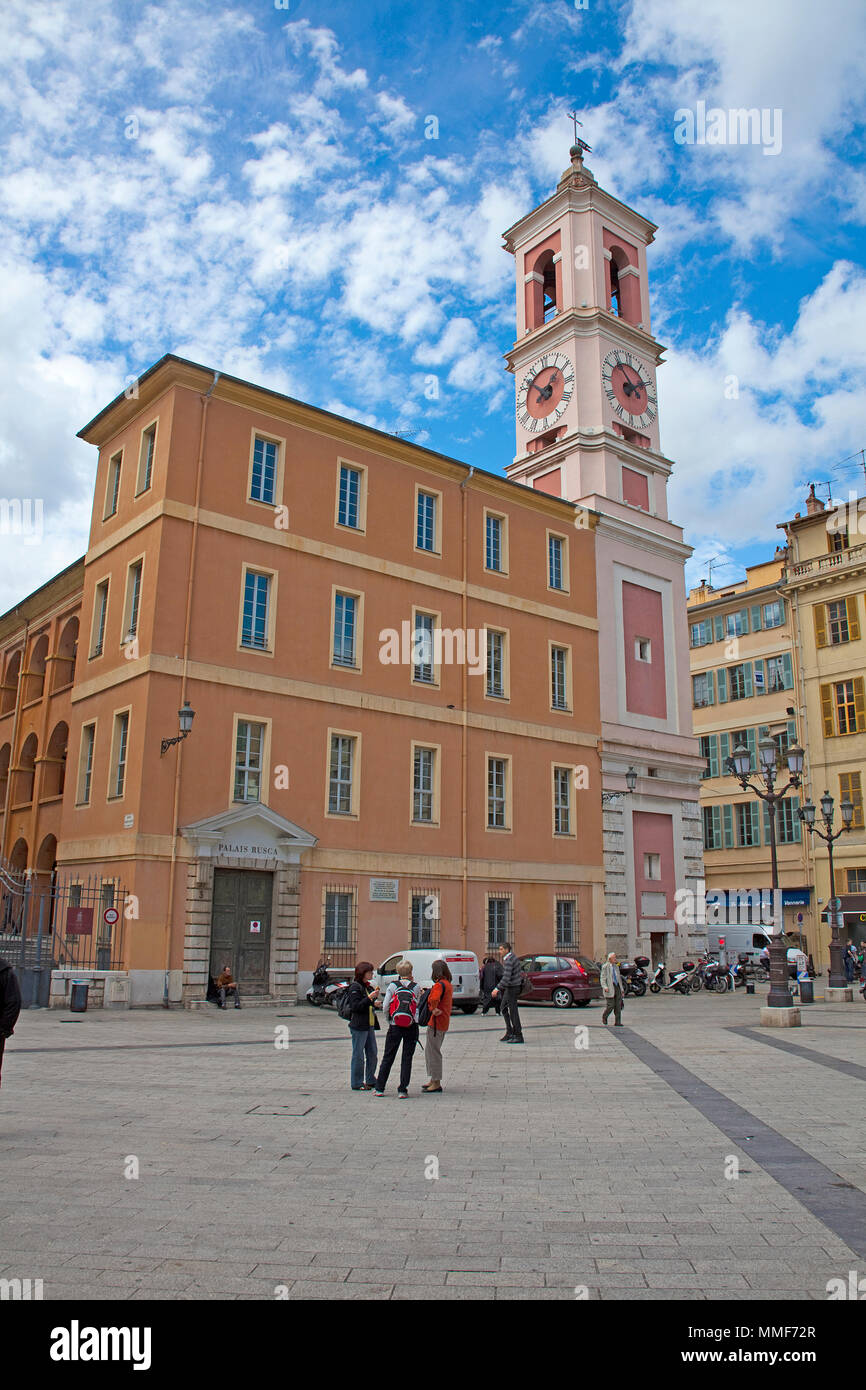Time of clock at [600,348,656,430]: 1:53
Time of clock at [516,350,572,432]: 1:51
